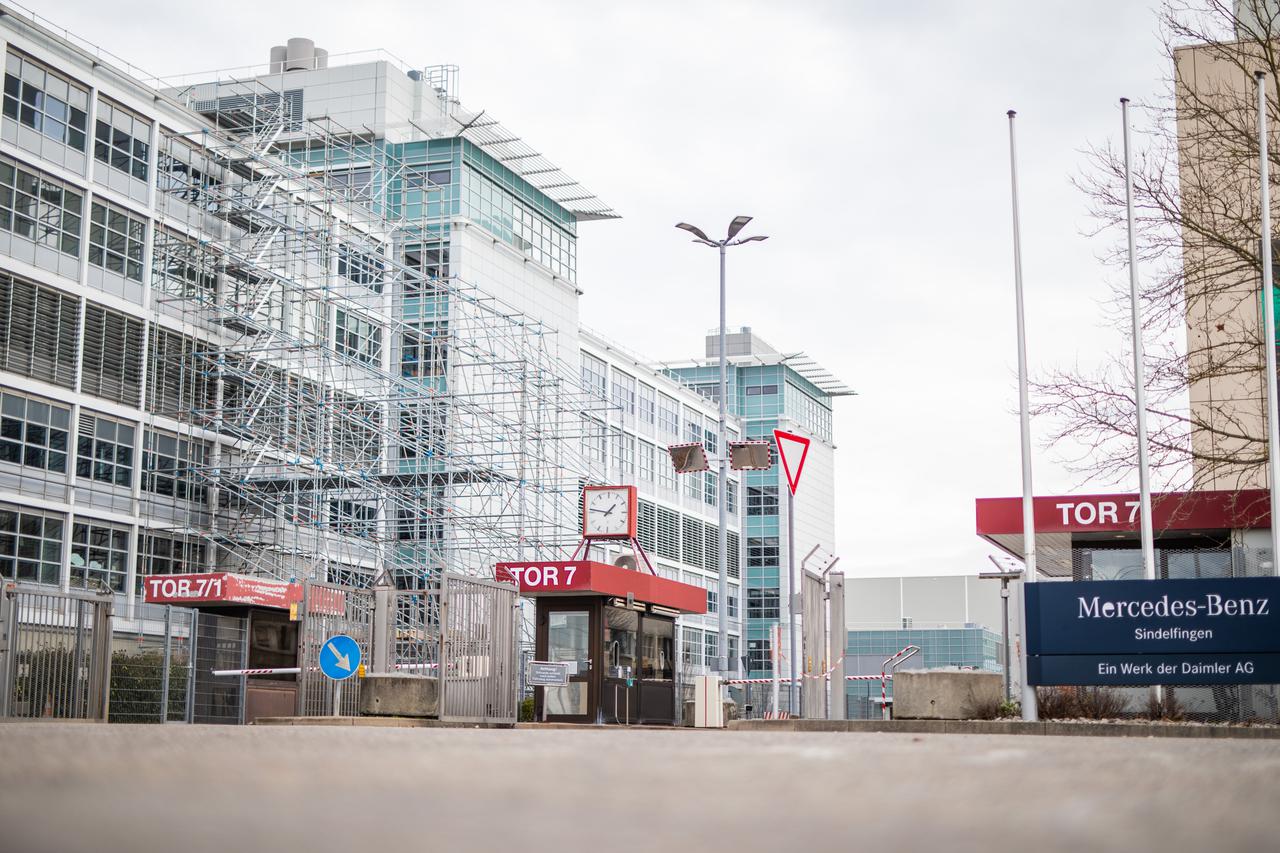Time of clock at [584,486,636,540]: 1:46
